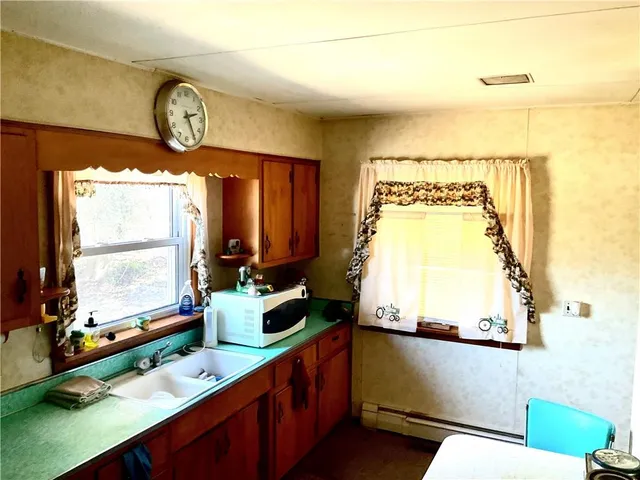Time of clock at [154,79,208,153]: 2:24
